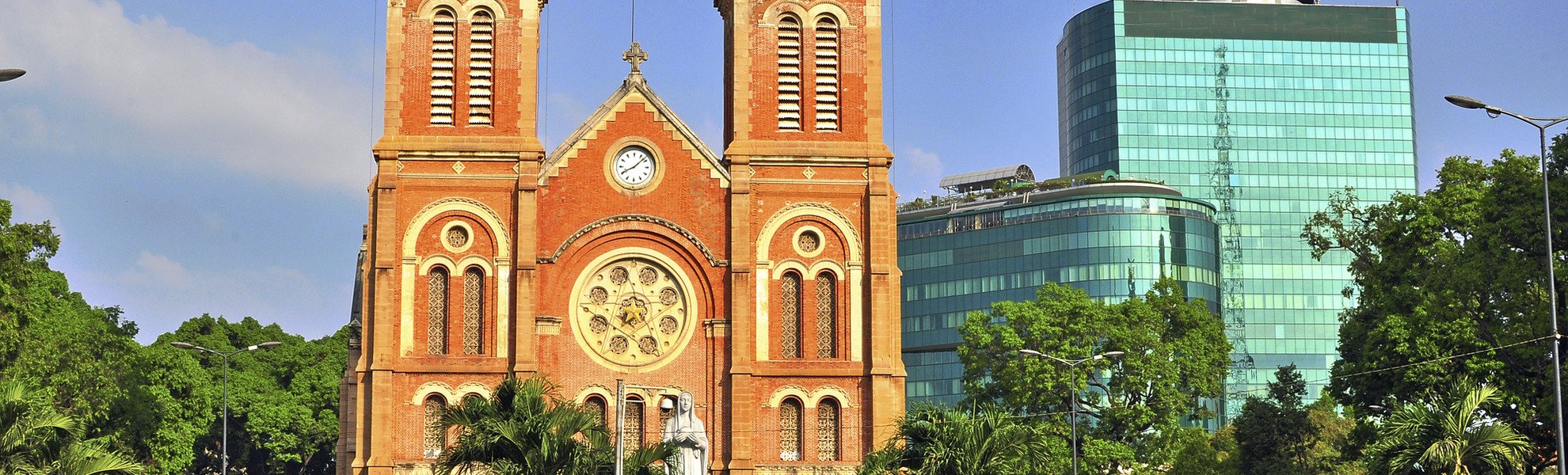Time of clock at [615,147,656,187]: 8:07
